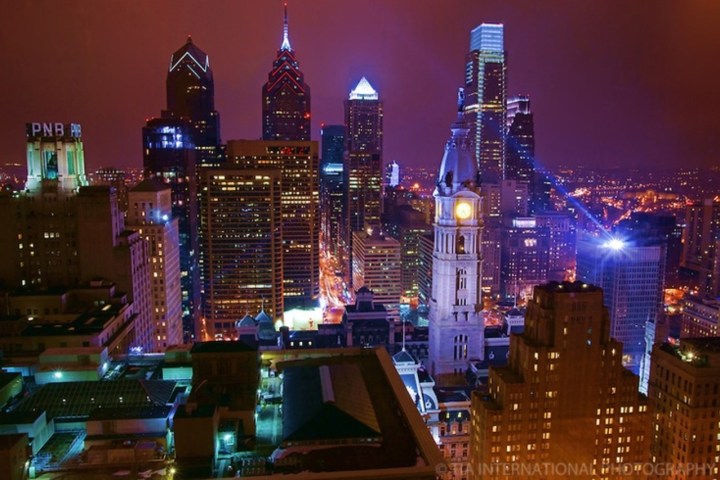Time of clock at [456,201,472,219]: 4:37
